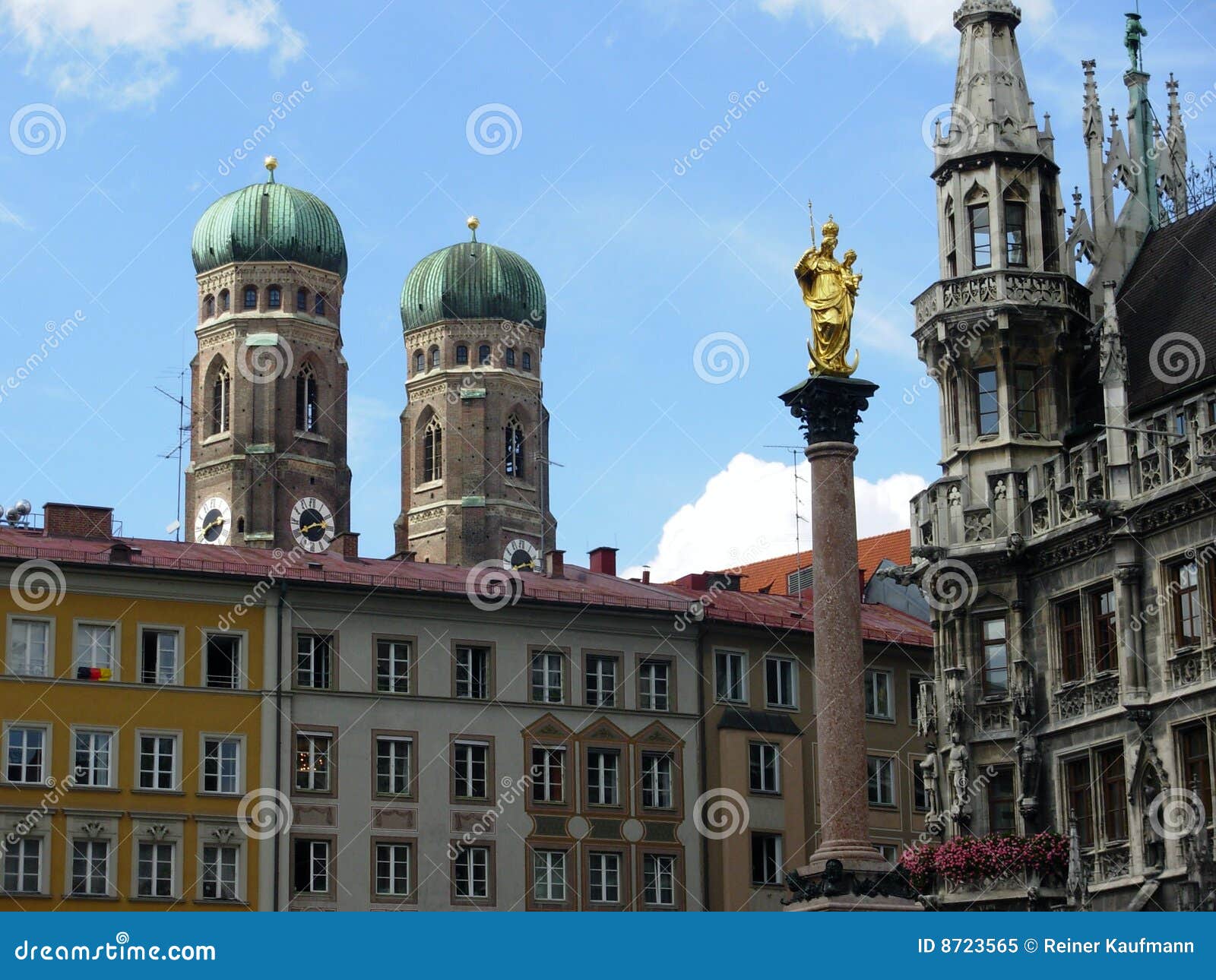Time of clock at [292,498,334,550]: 2:40
